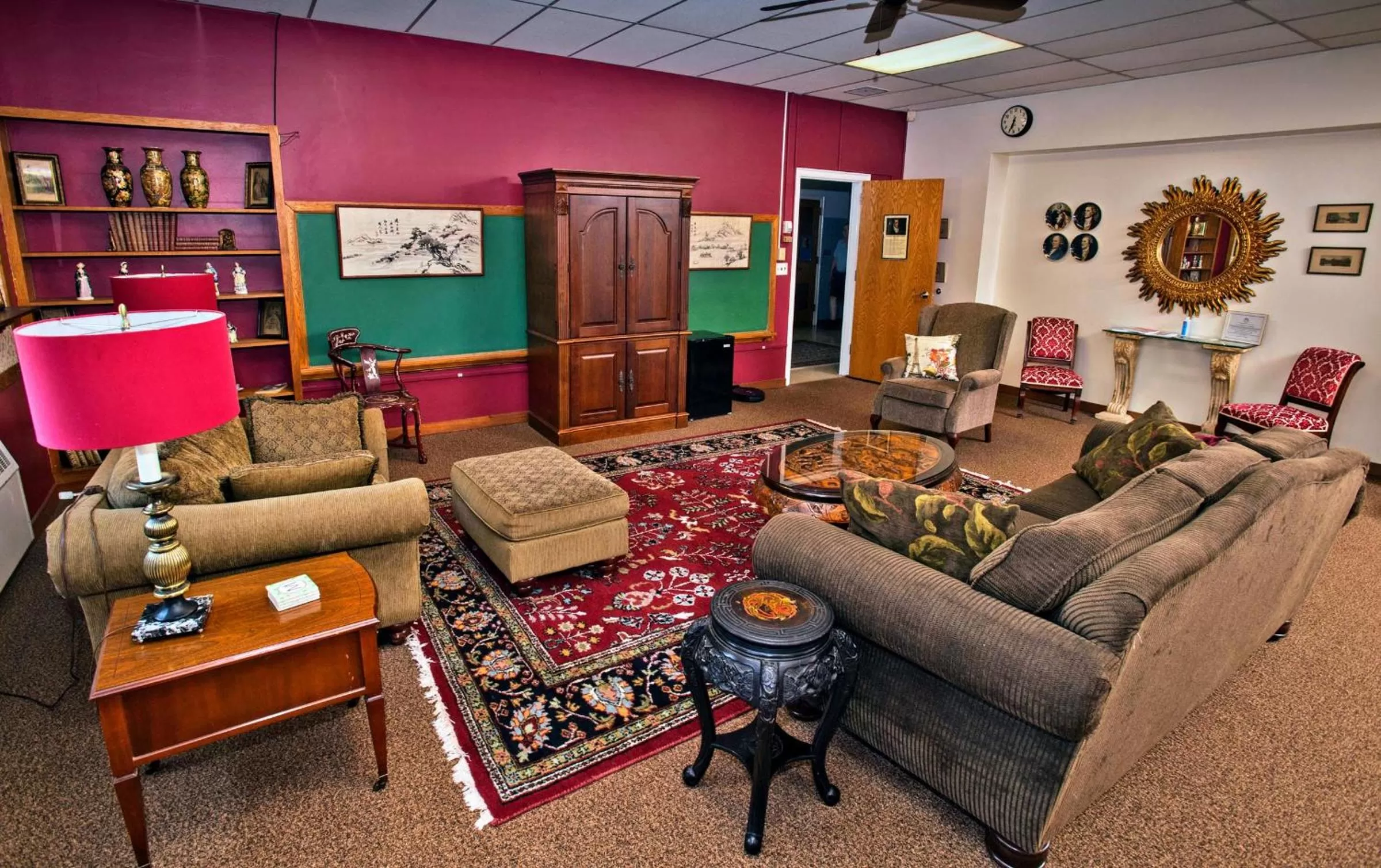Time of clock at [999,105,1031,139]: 6:34
